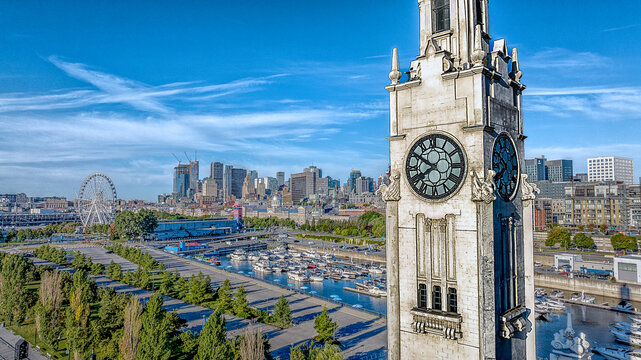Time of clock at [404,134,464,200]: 7:50
